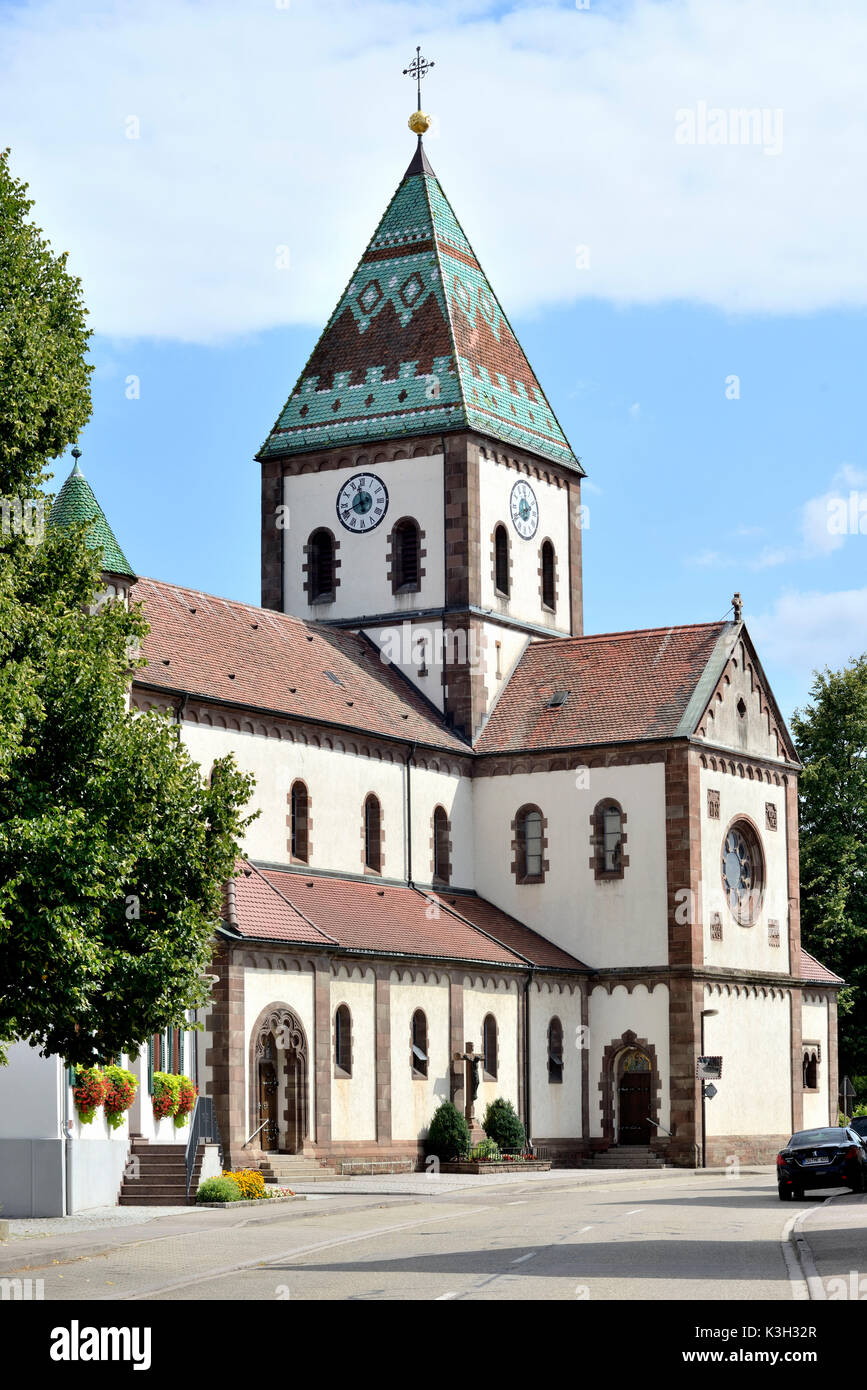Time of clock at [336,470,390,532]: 11:41
